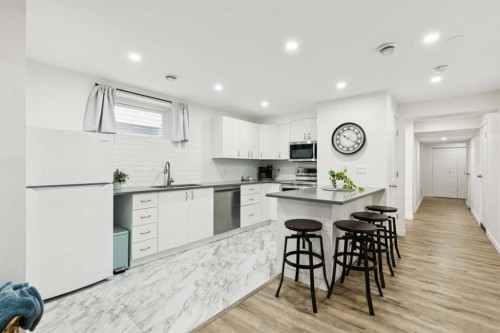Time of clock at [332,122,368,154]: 10:19
